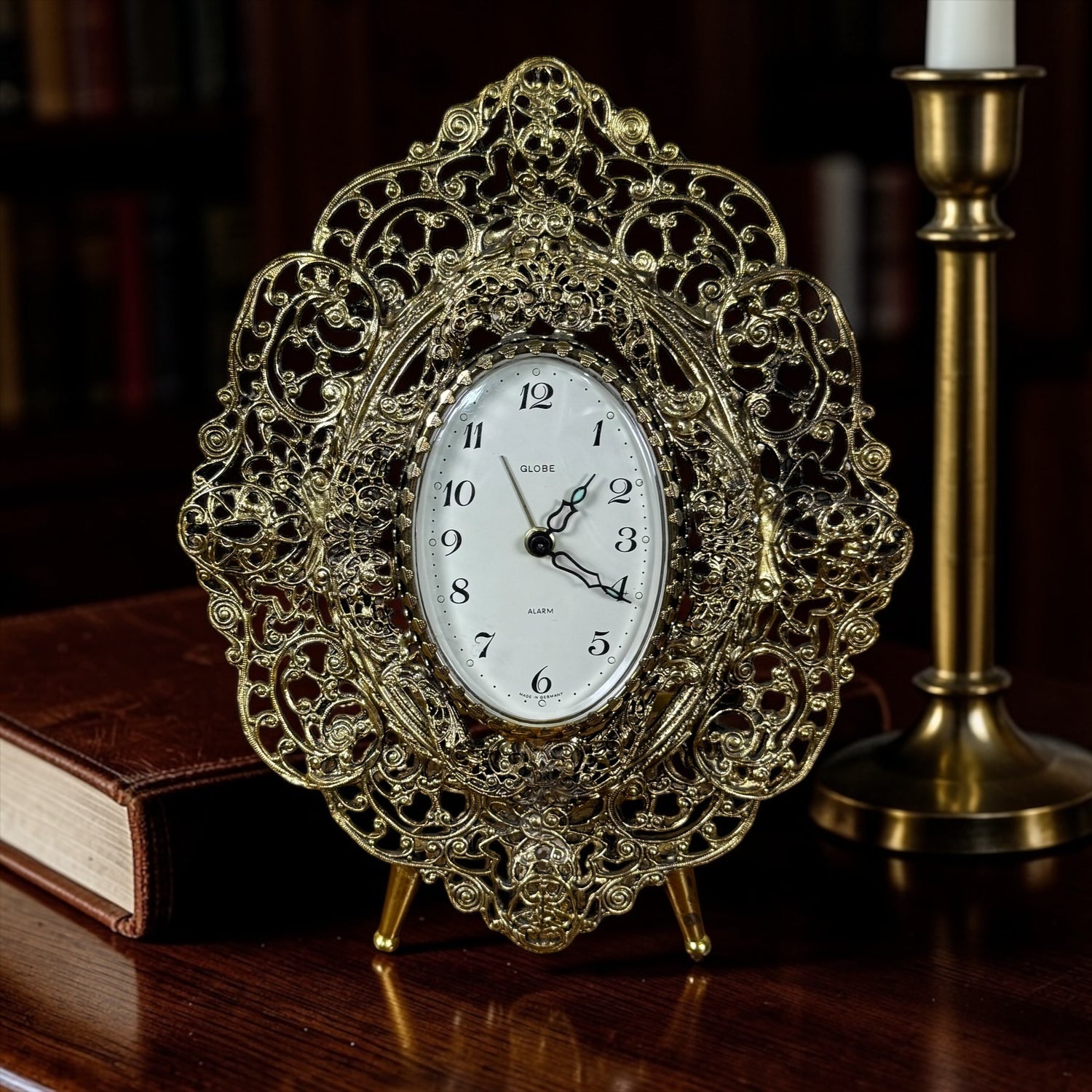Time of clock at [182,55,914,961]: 1:18
